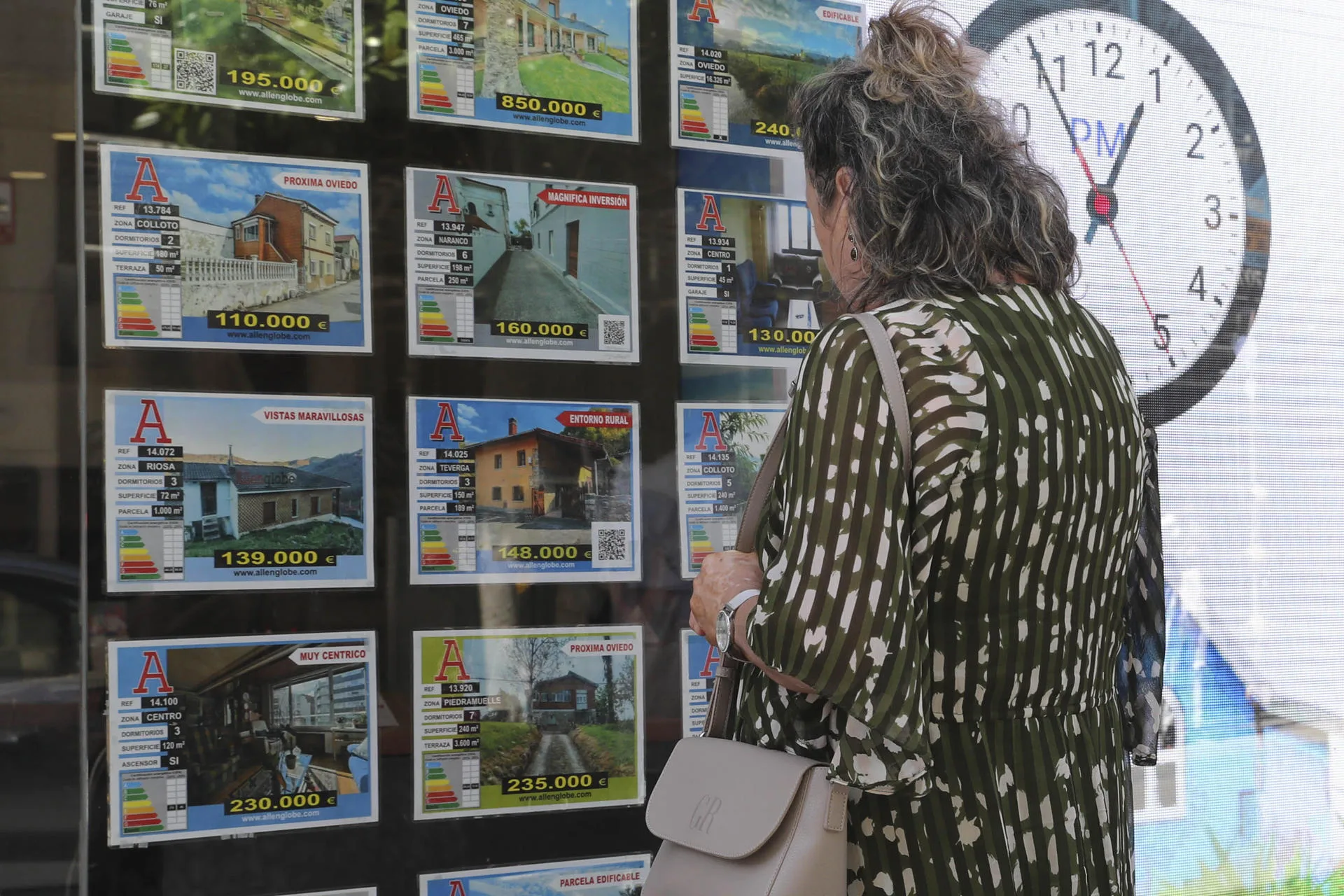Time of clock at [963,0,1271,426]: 12:54
